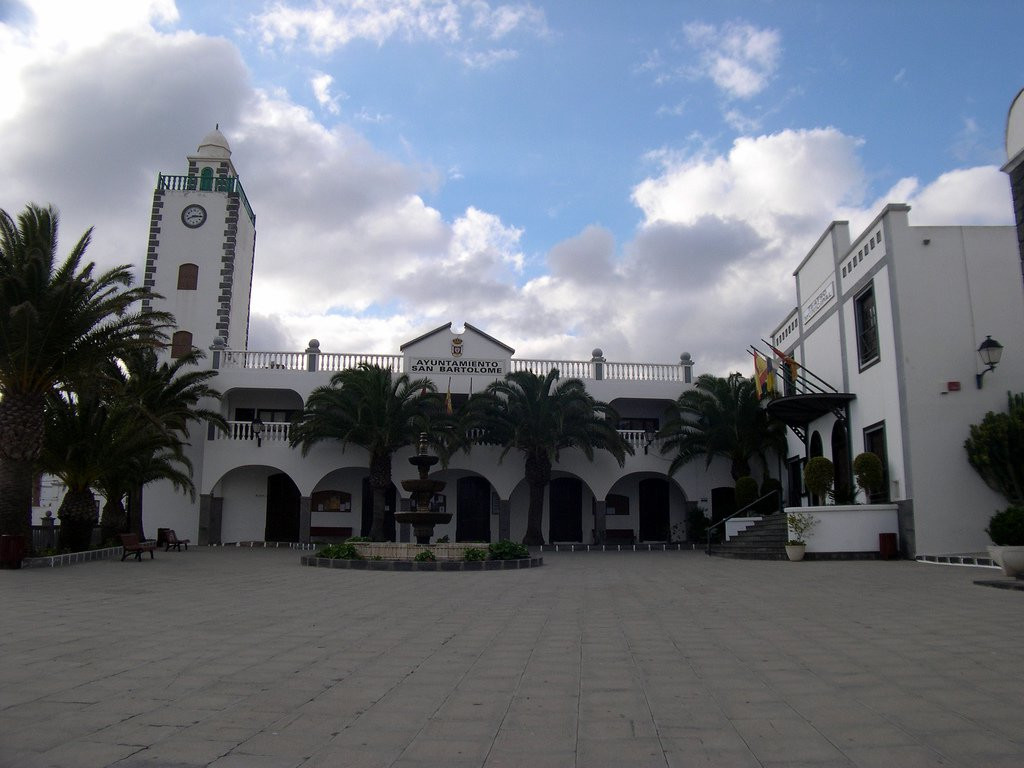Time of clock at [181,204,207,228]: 8:15
